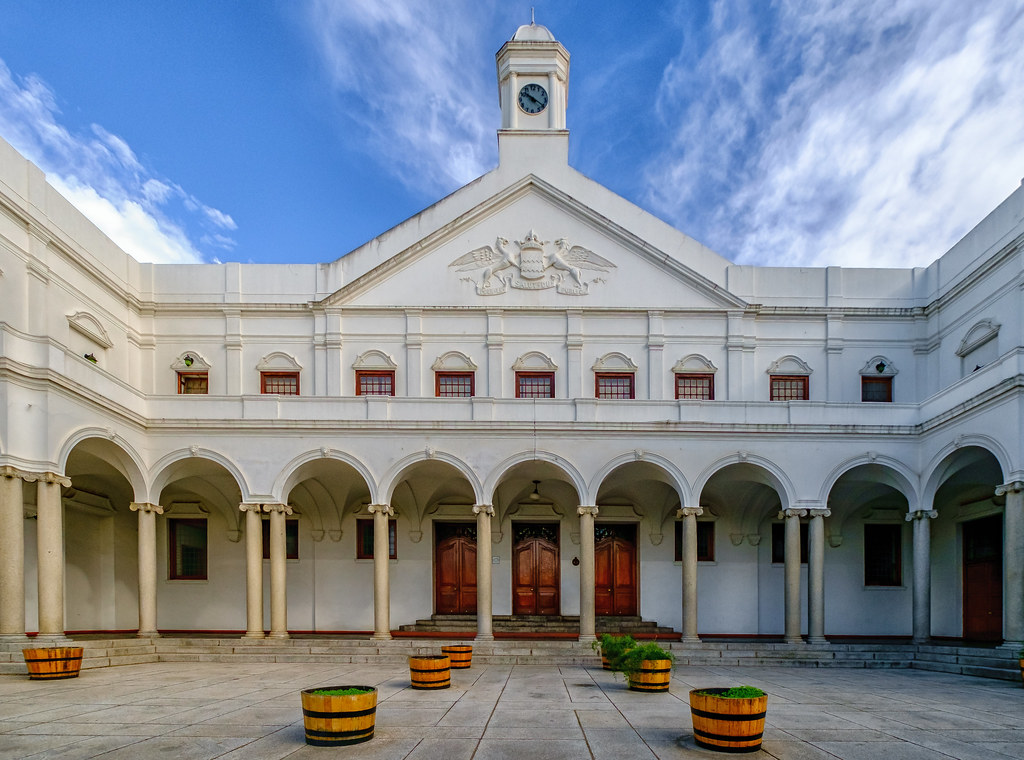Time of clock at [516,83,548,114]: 10:20
